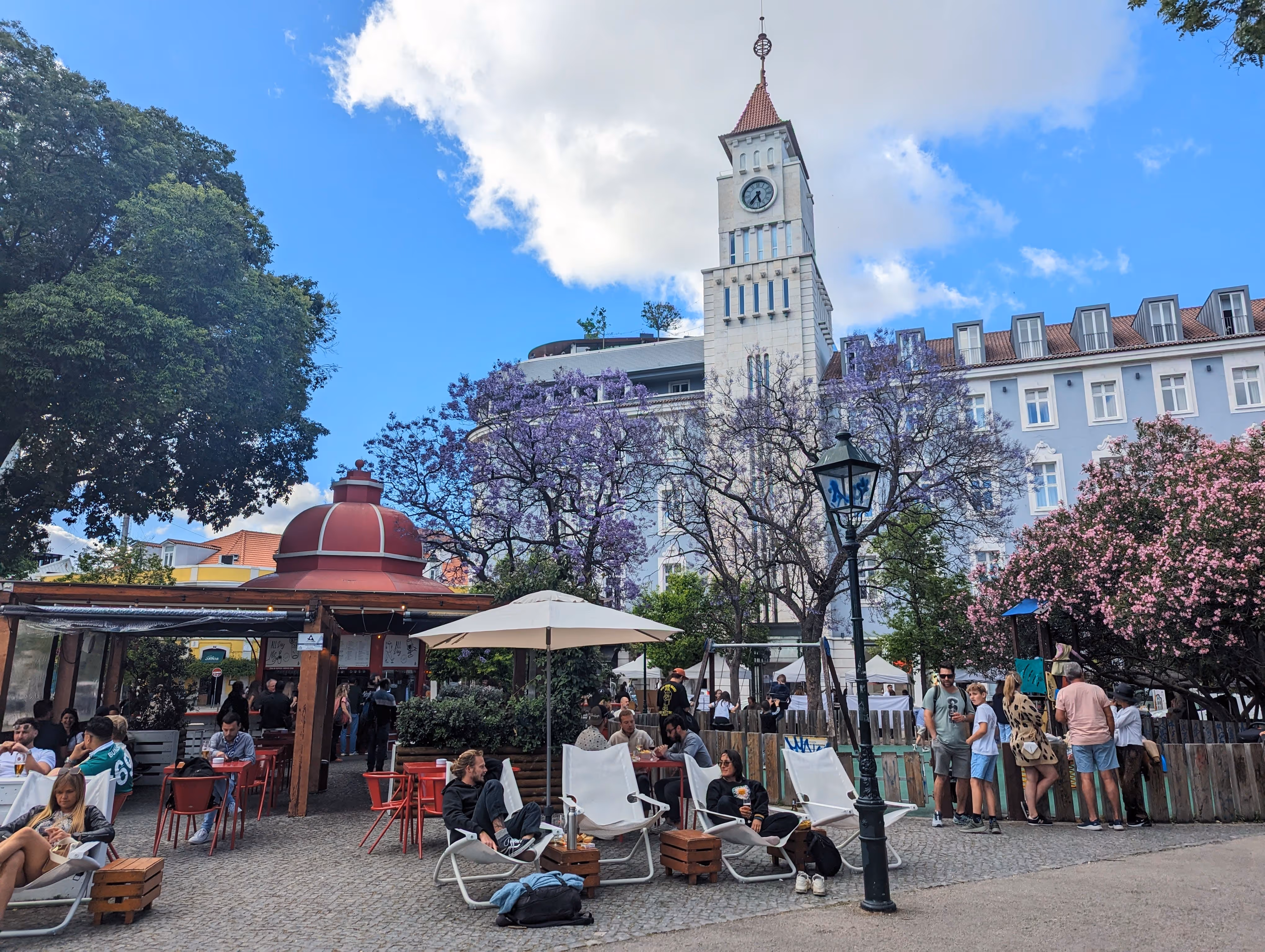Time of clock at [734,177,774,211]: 5:36
